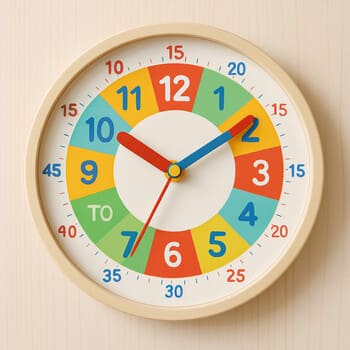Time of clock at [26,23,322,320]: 10:09
